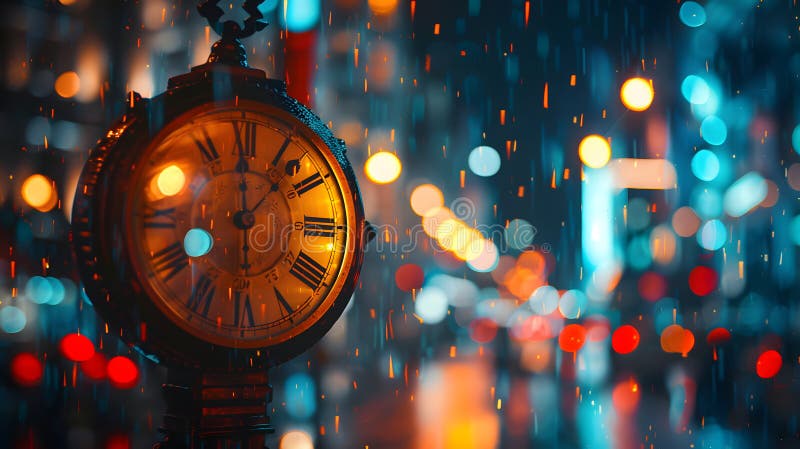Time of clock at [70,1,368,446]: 12:07
